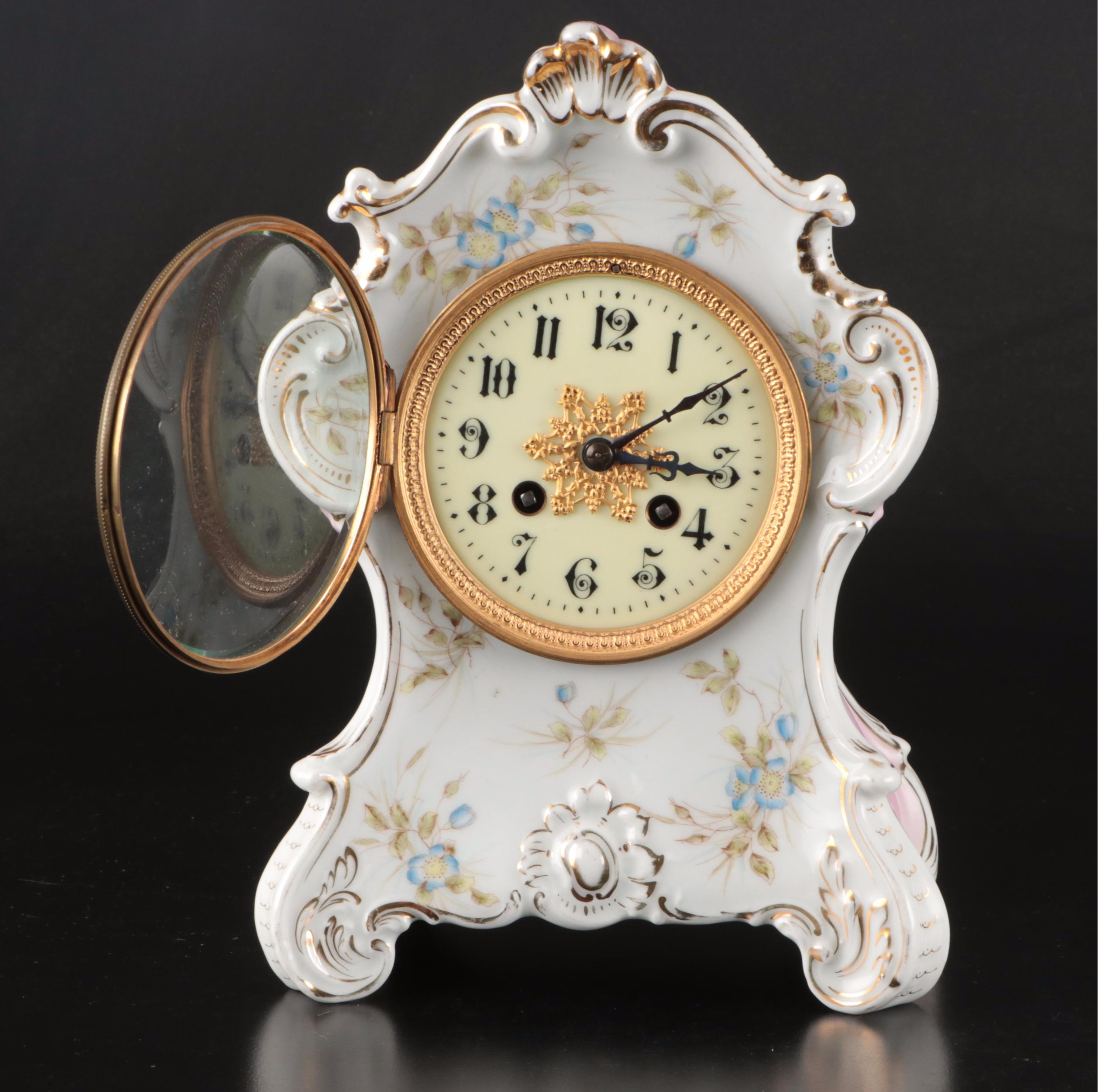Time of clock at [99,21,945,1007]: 3:09
